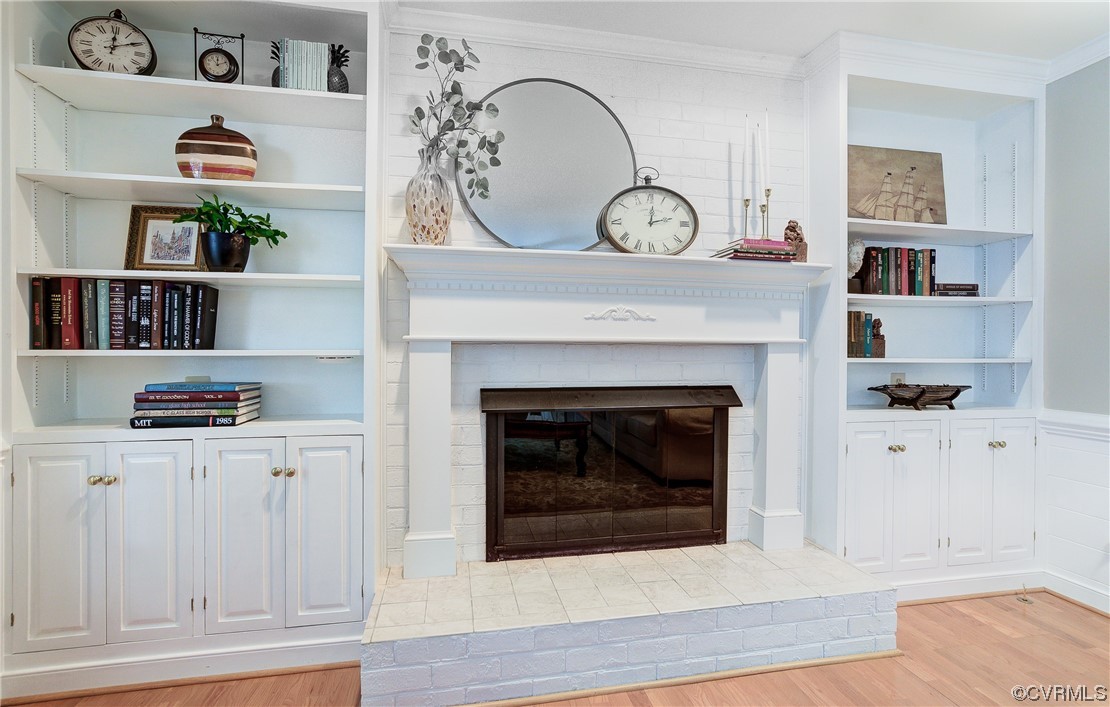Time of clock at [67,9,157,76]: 12:09
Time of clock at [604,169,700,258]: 12:12
